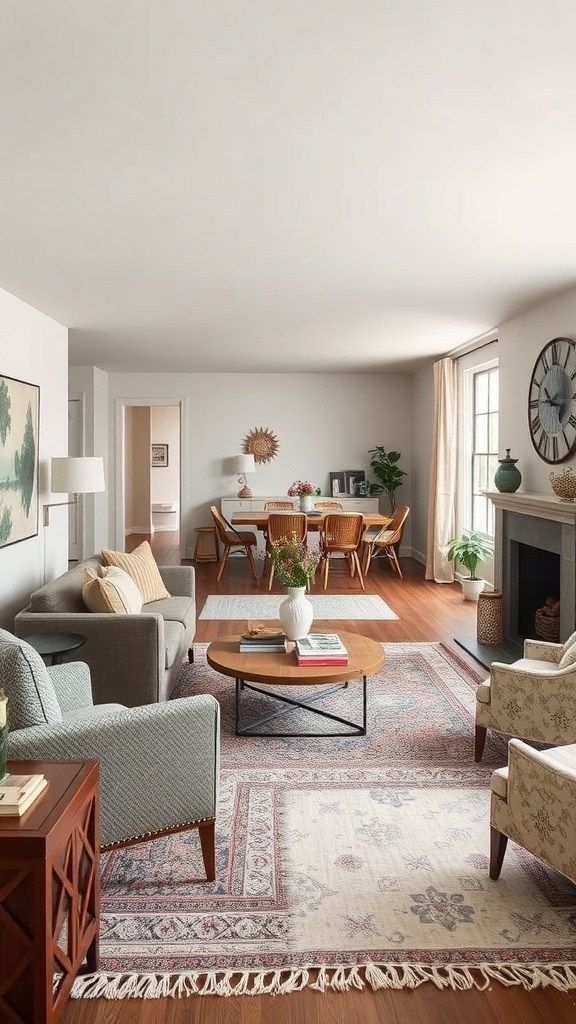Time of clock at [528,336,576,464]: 10:17
